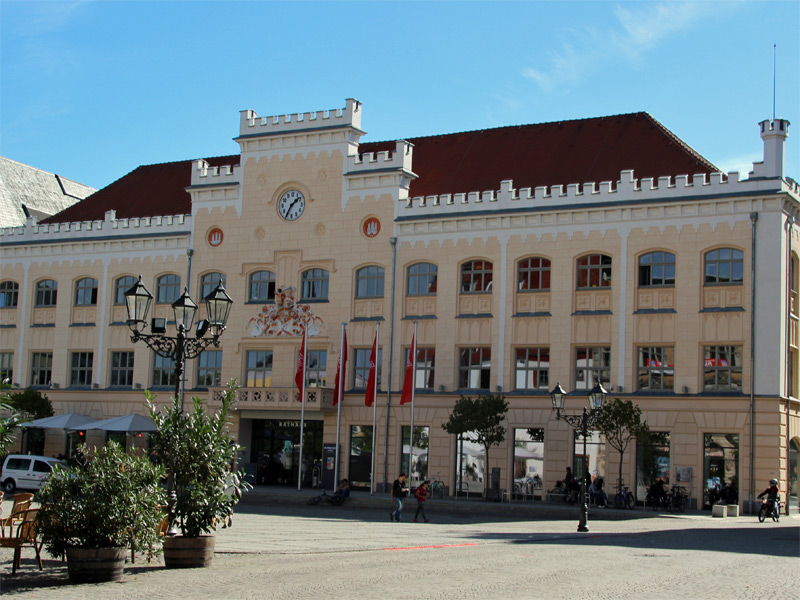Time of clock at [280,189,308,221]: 1:35
